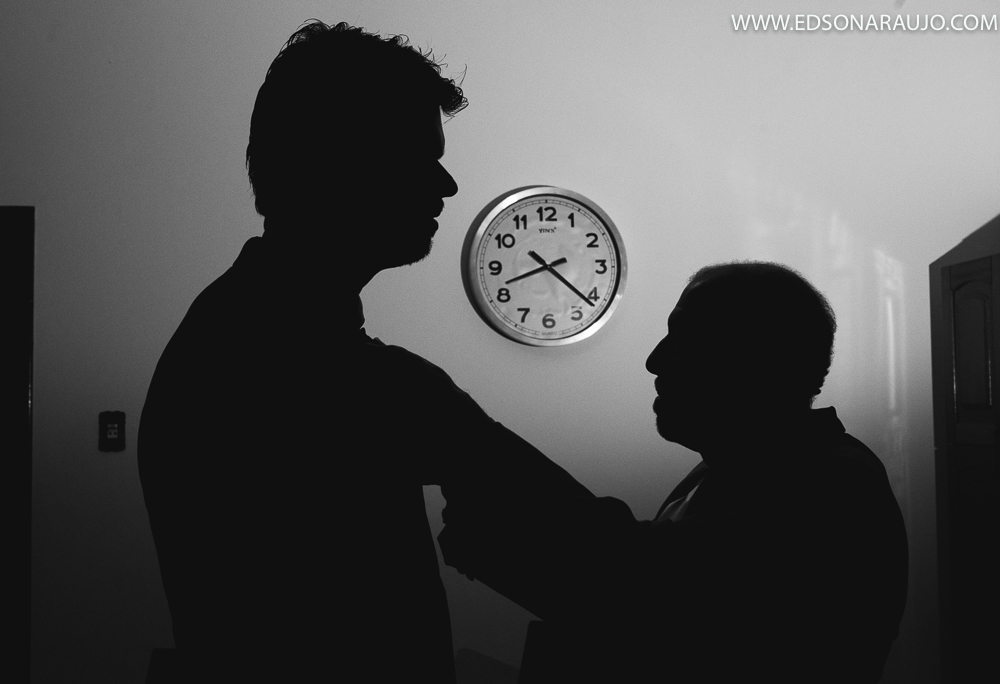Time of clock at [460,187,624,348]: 8:21
